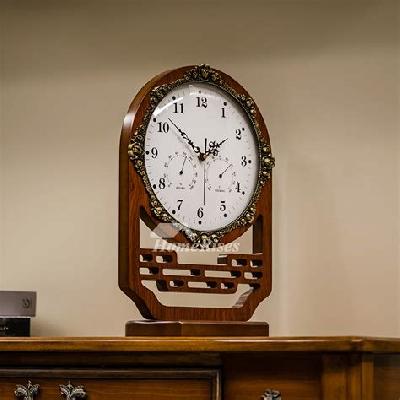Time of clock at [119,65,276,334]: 1:52
